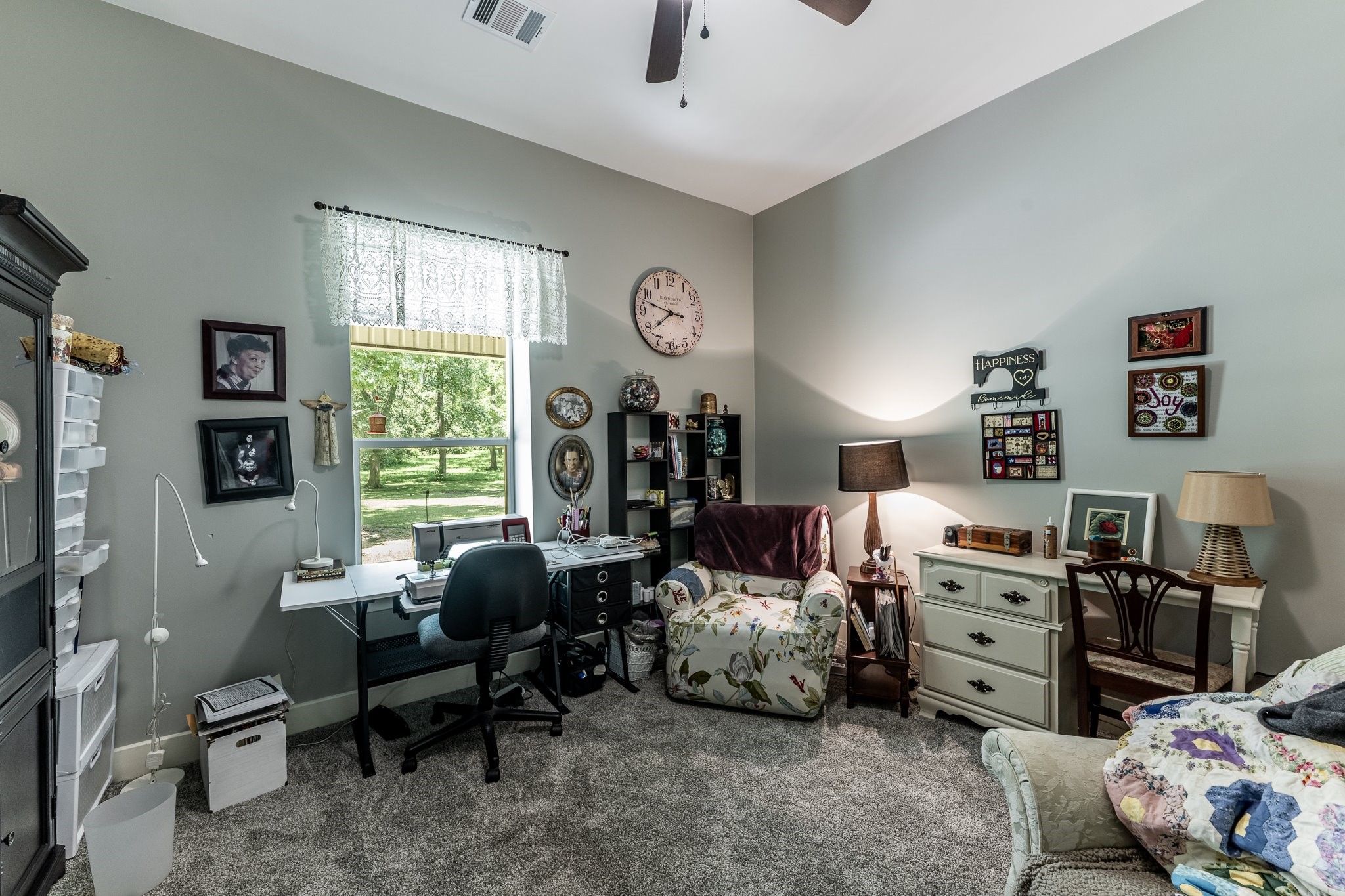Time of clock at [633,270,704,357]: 7:47
